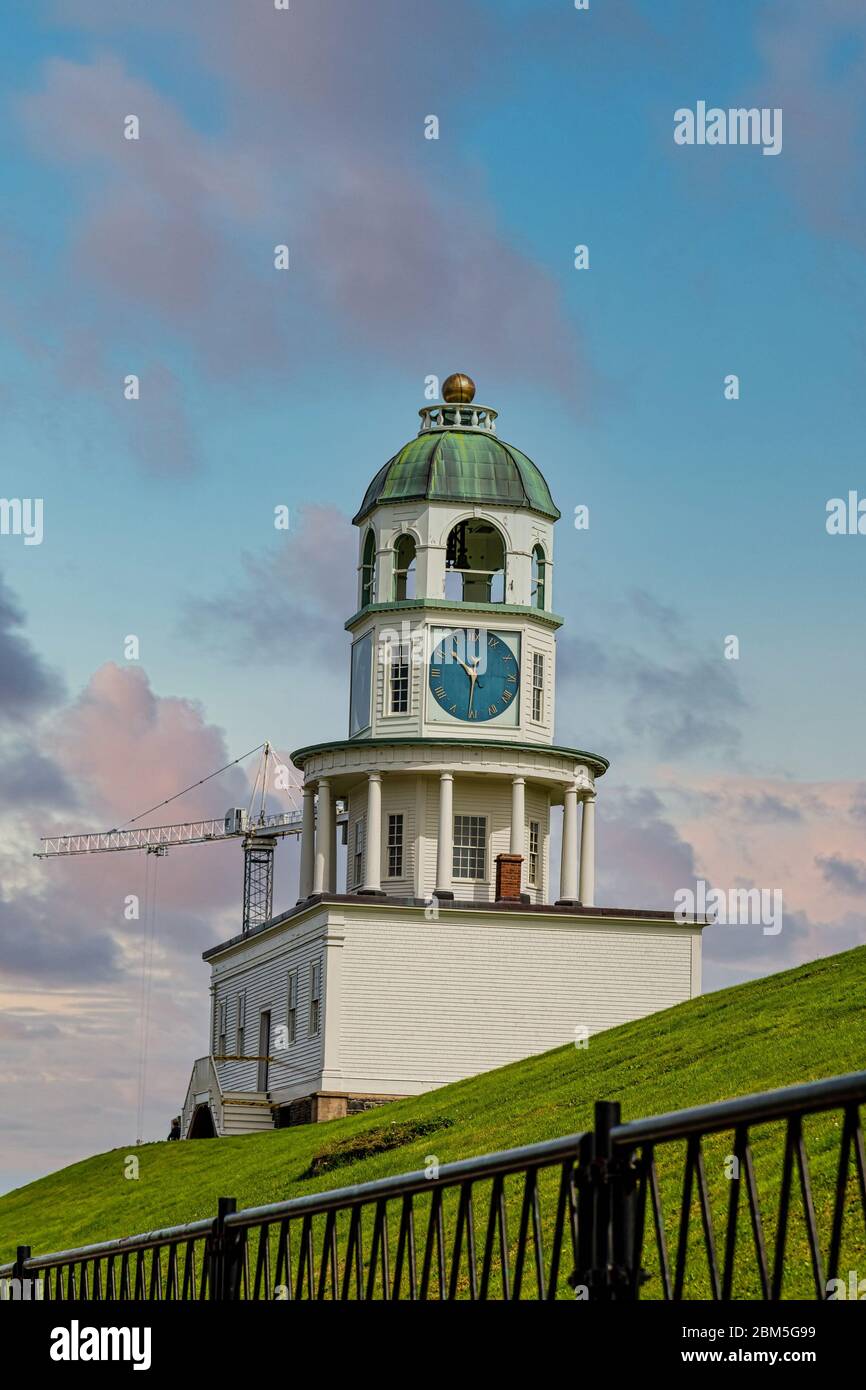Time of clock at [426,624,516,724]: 10:31
